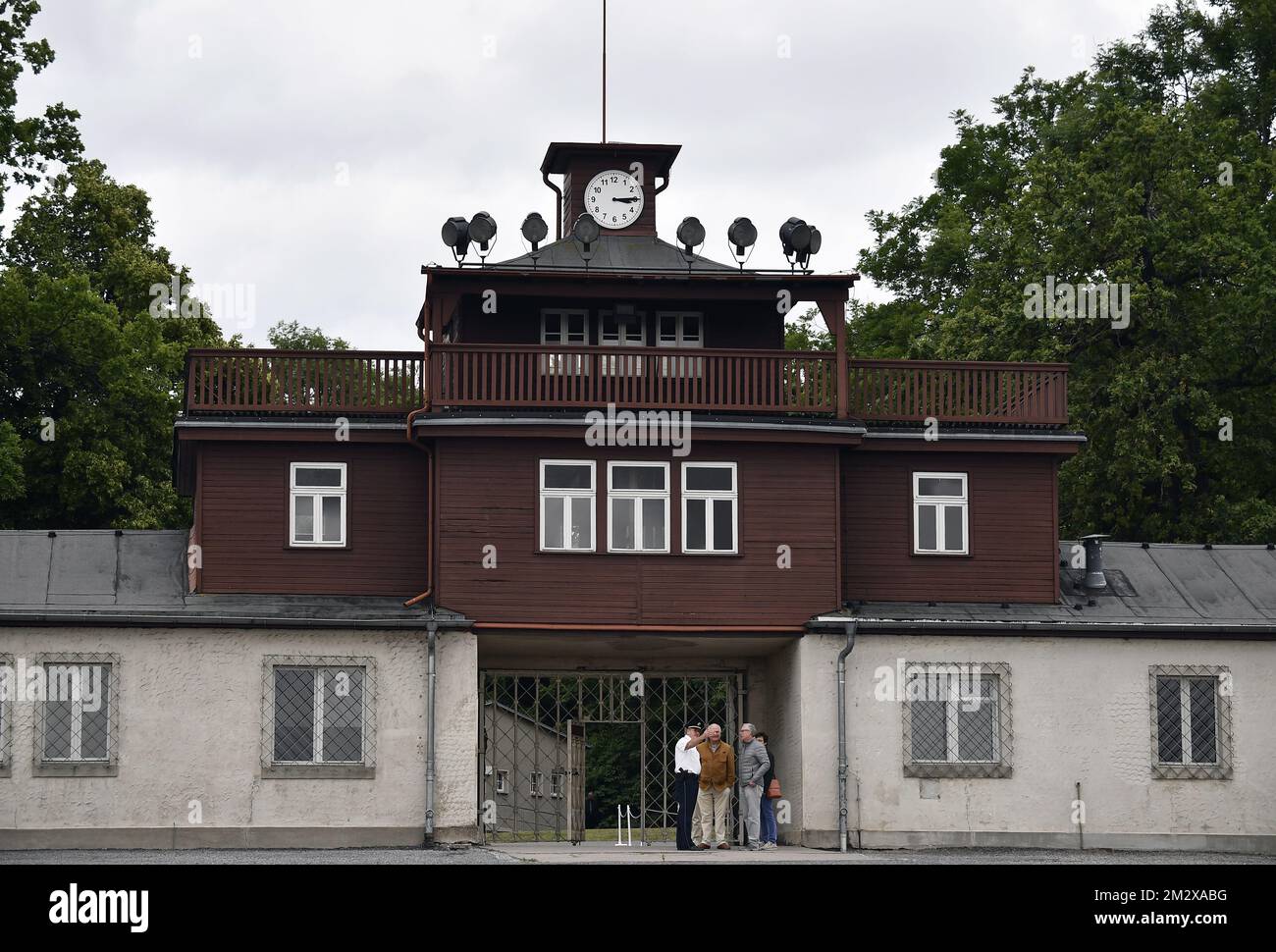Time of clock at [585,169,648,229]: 3:14
